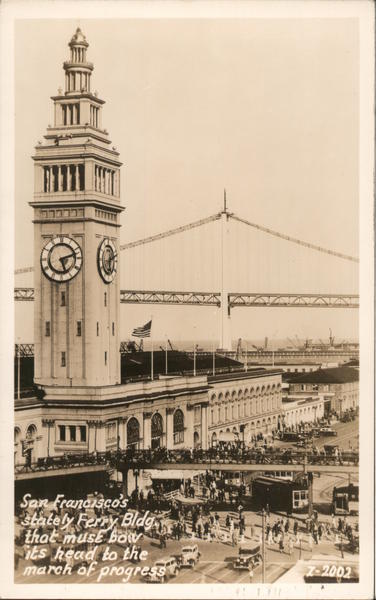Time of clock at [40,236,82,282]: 5:12
